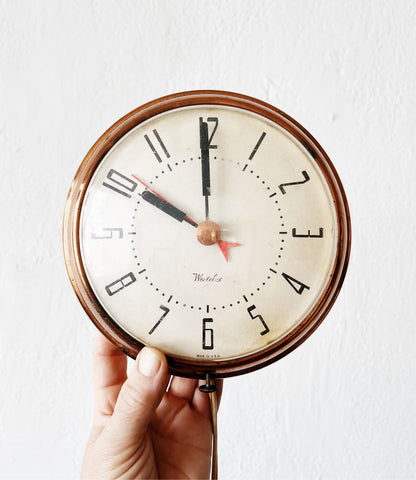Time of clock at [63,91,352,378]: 9:59
